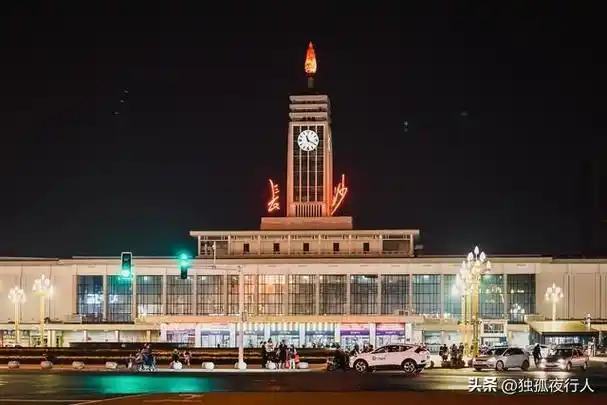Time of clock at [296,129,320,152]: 11:19
